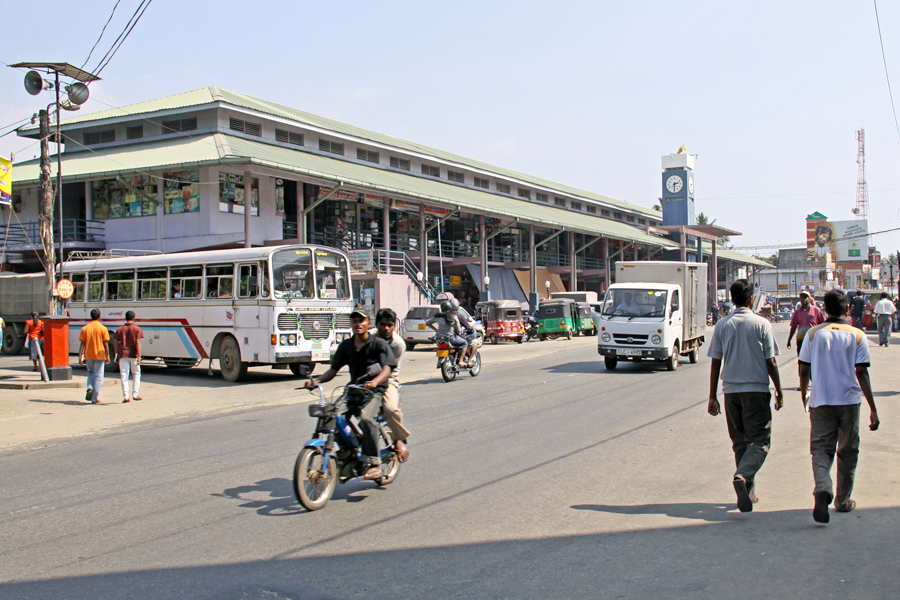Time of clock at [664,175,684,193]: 2:30
